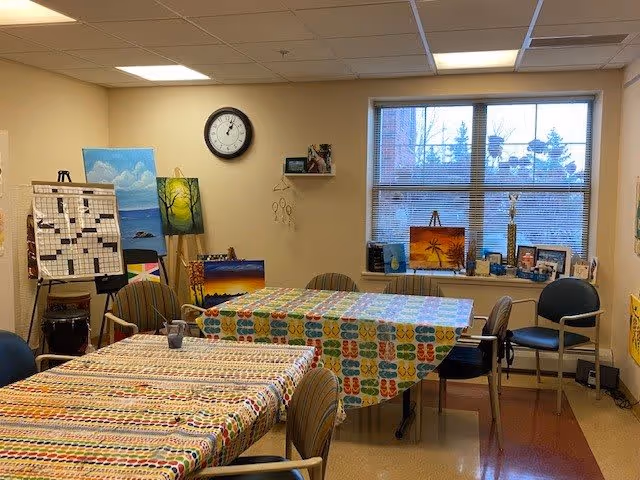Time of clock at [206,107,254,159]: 1:03
